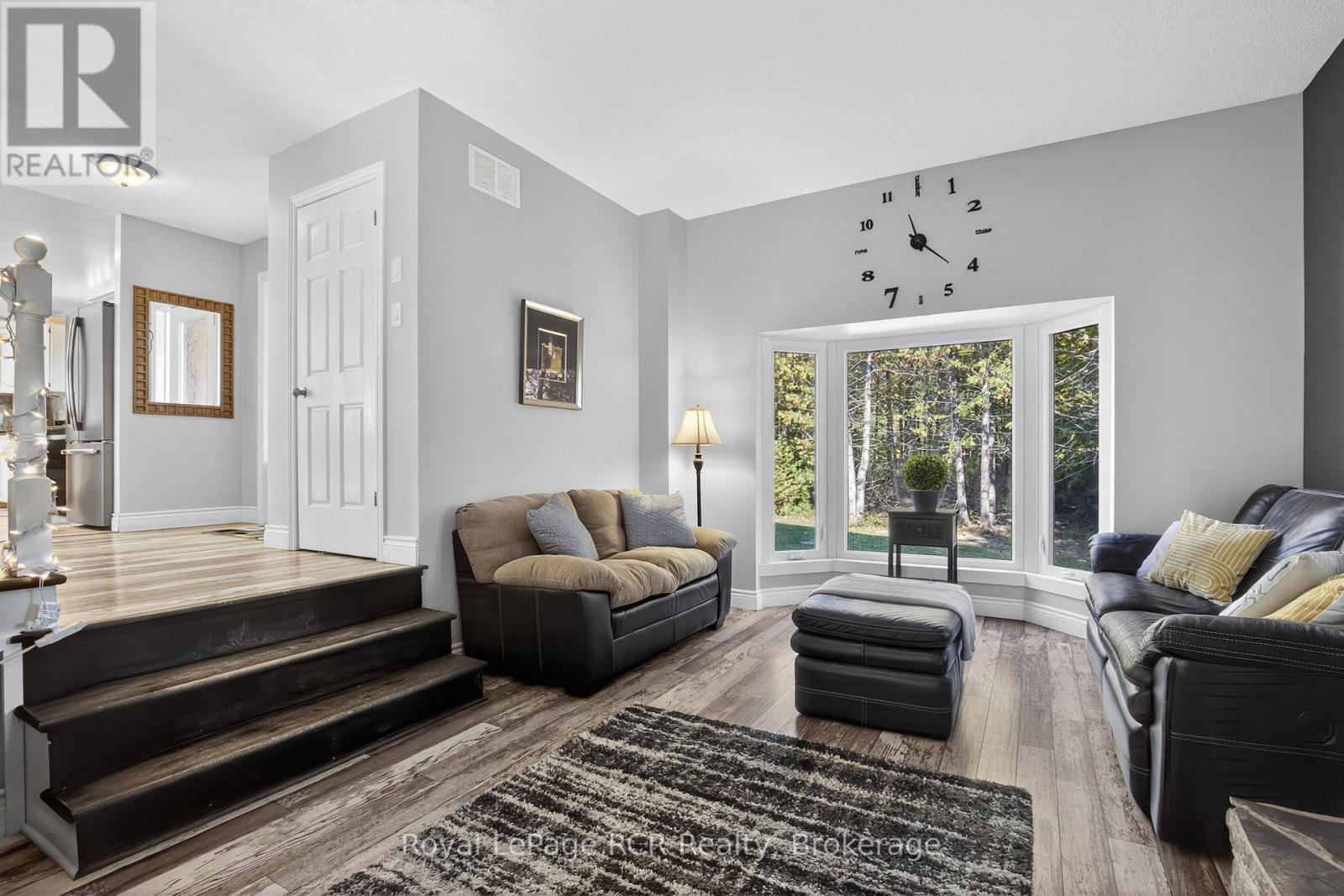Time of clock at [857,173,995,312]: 11:21
